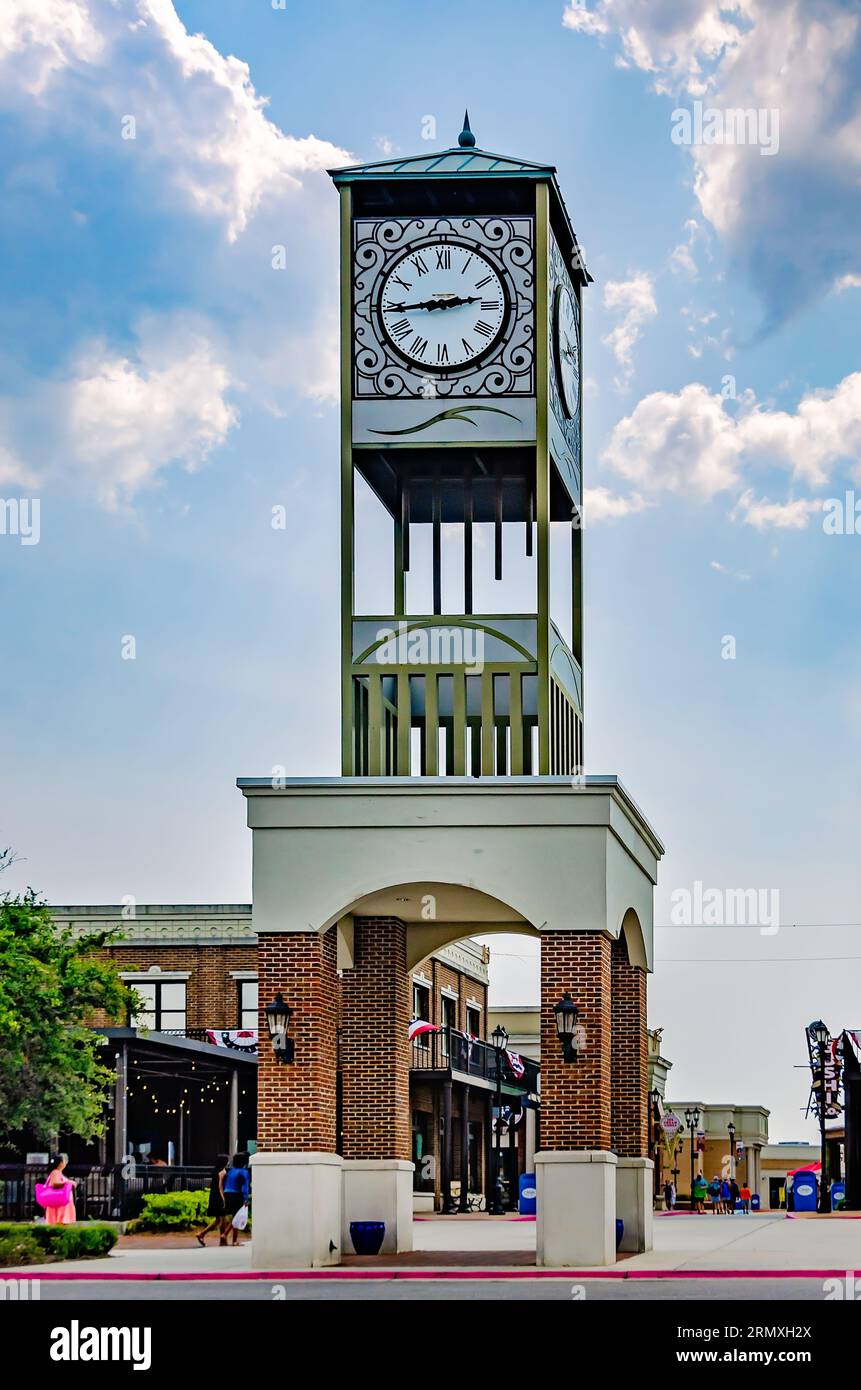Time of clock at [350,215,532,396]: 2:44
